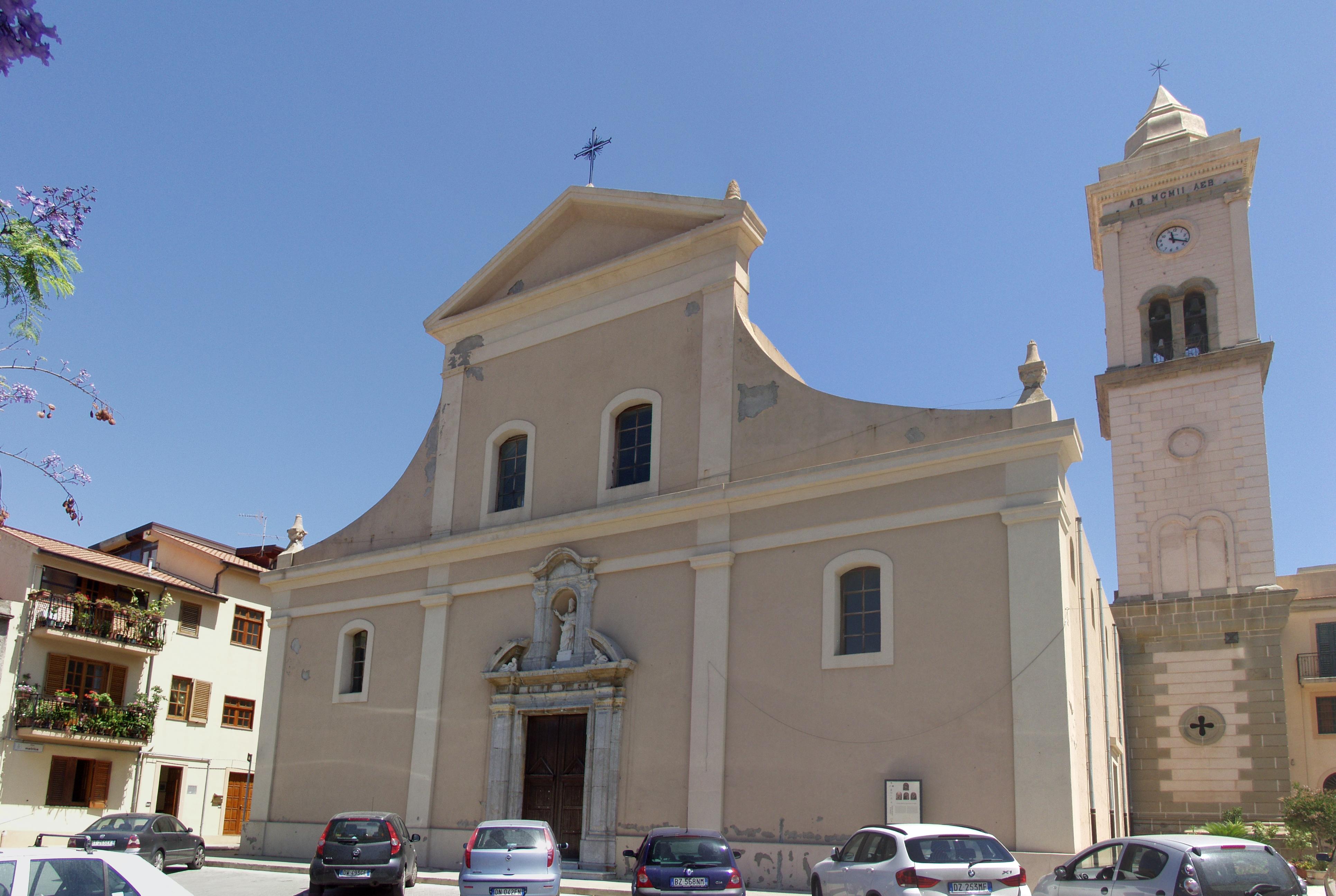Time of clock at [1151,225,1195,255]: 11:17
